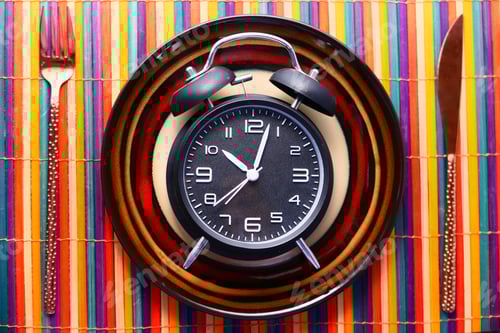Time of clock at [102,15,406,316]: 10:03
